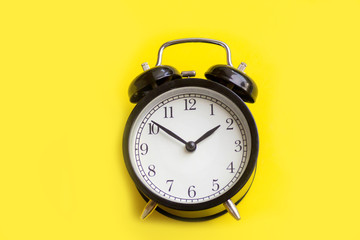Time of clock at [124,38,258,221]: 1:51
